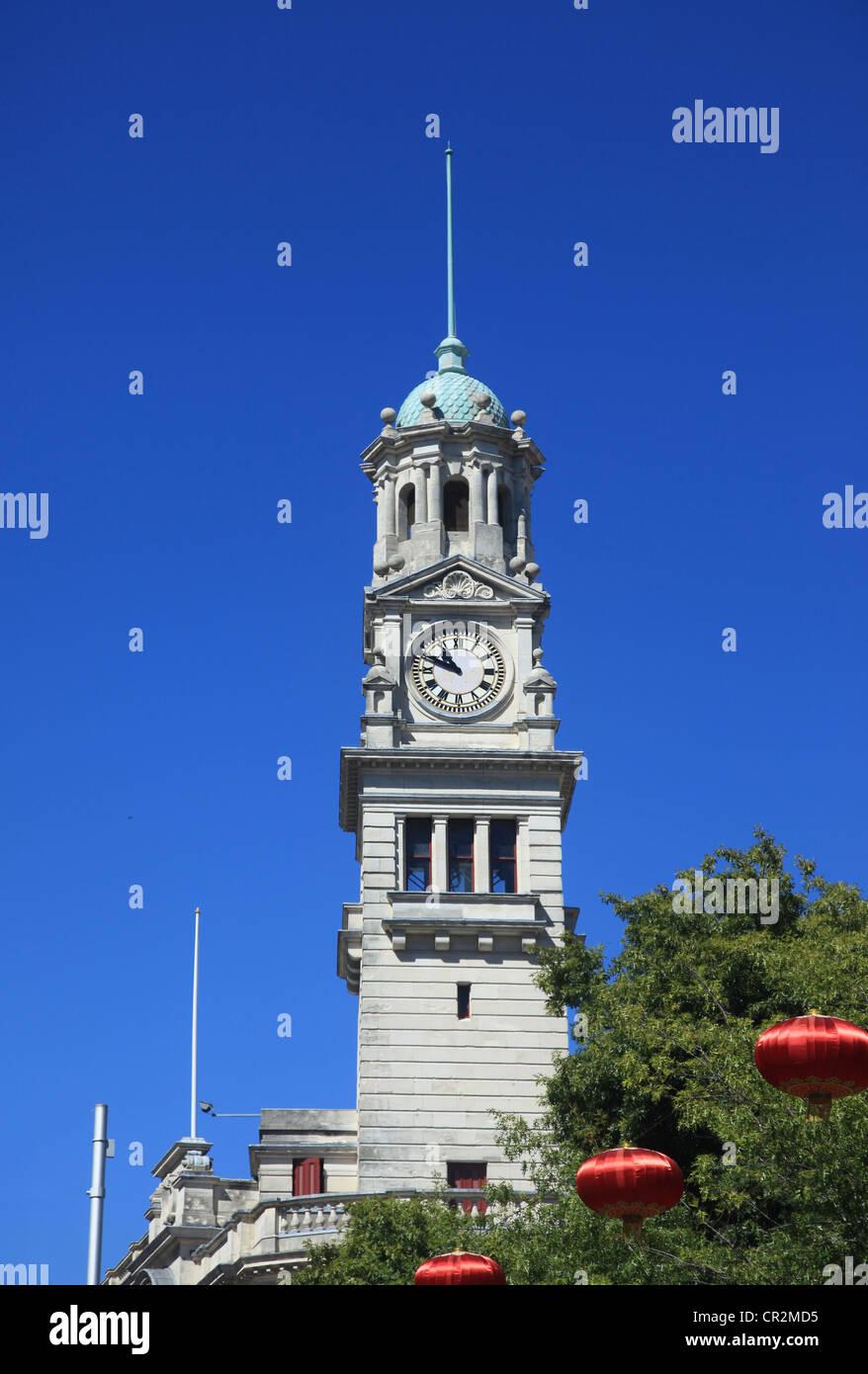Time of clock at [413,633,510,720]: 10:48
